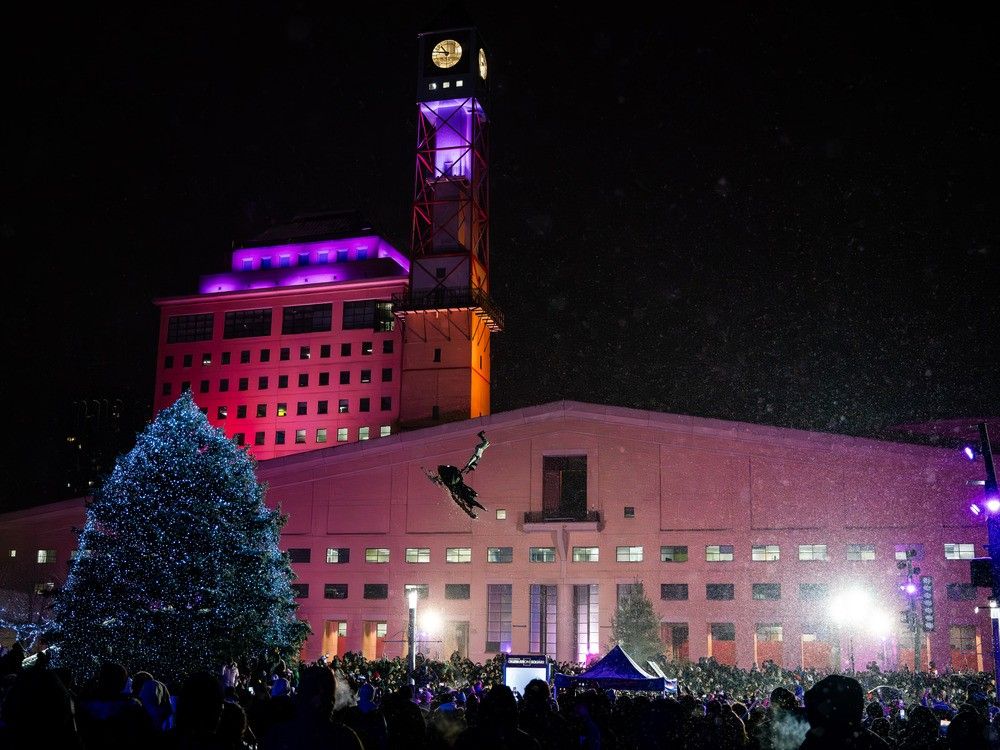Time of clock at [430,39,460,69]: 10:47
